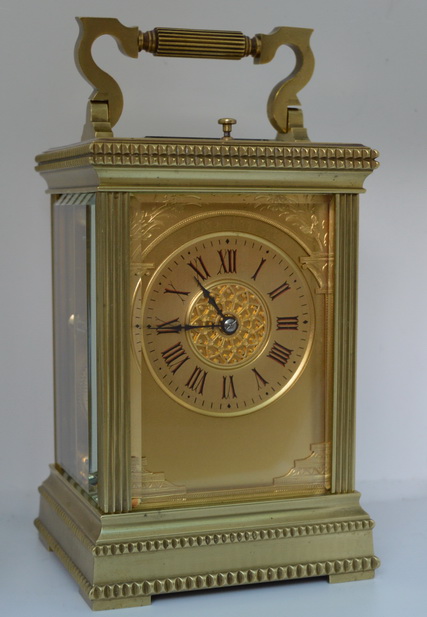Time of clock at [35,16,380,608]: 10:45
